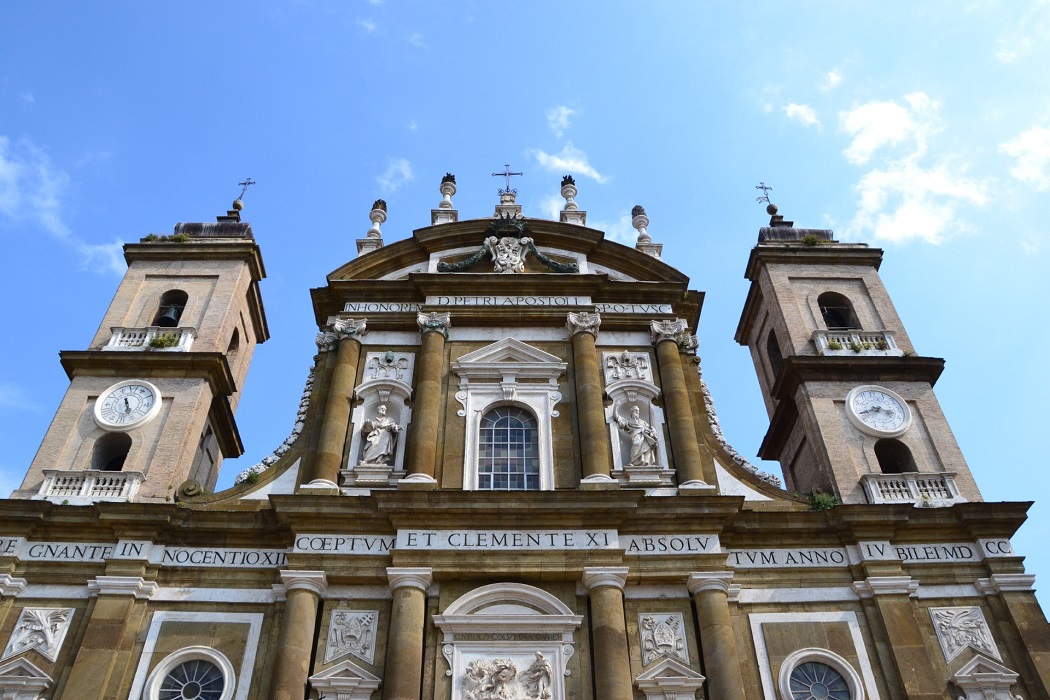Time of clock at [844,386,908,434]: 3:40
